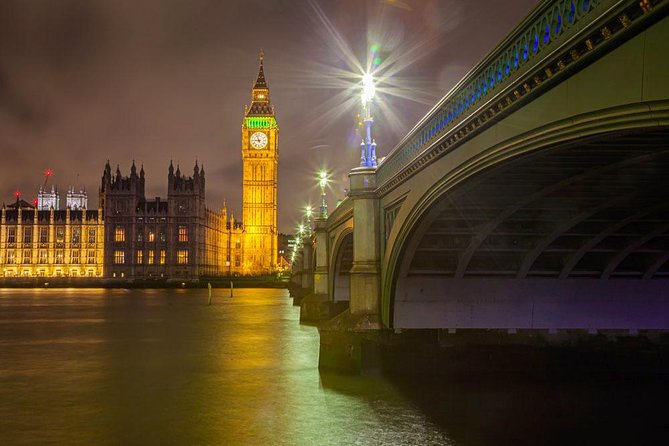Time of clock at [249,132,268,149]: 8:57
